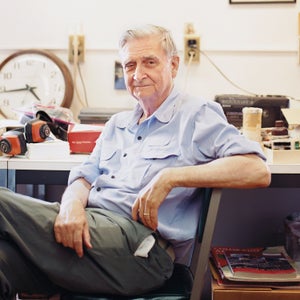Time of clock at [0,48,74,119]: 4:44
